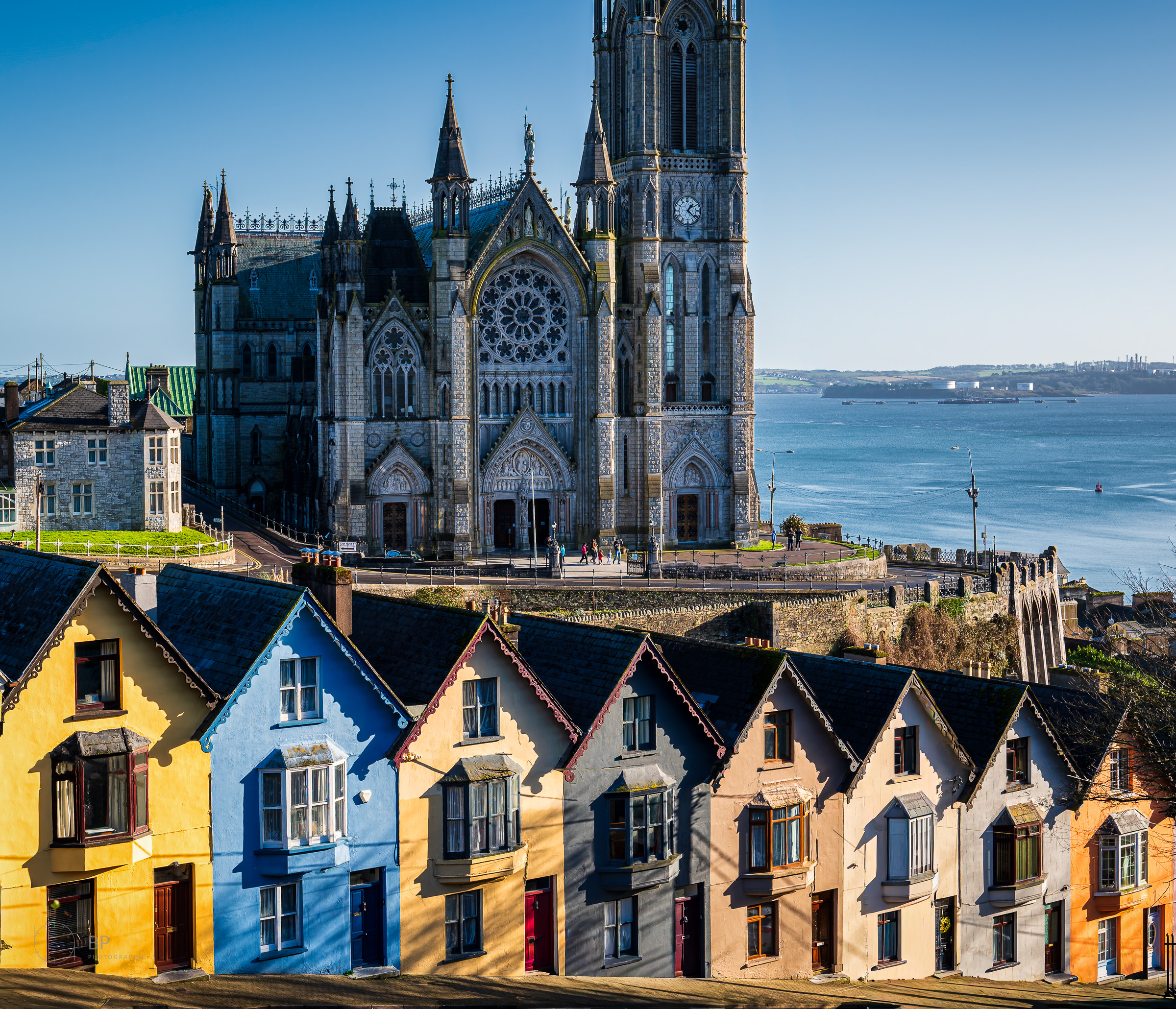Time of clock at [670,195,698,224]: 1:21
